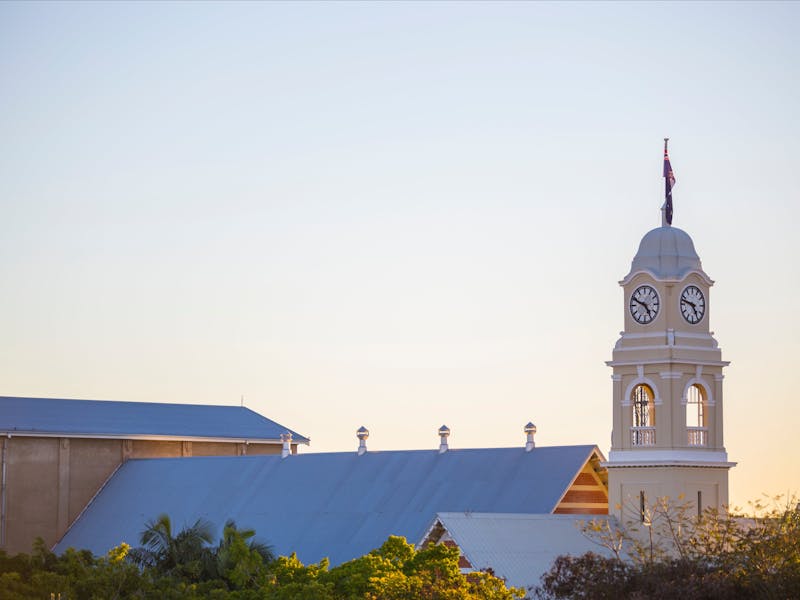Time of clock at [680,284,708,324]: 4:47
